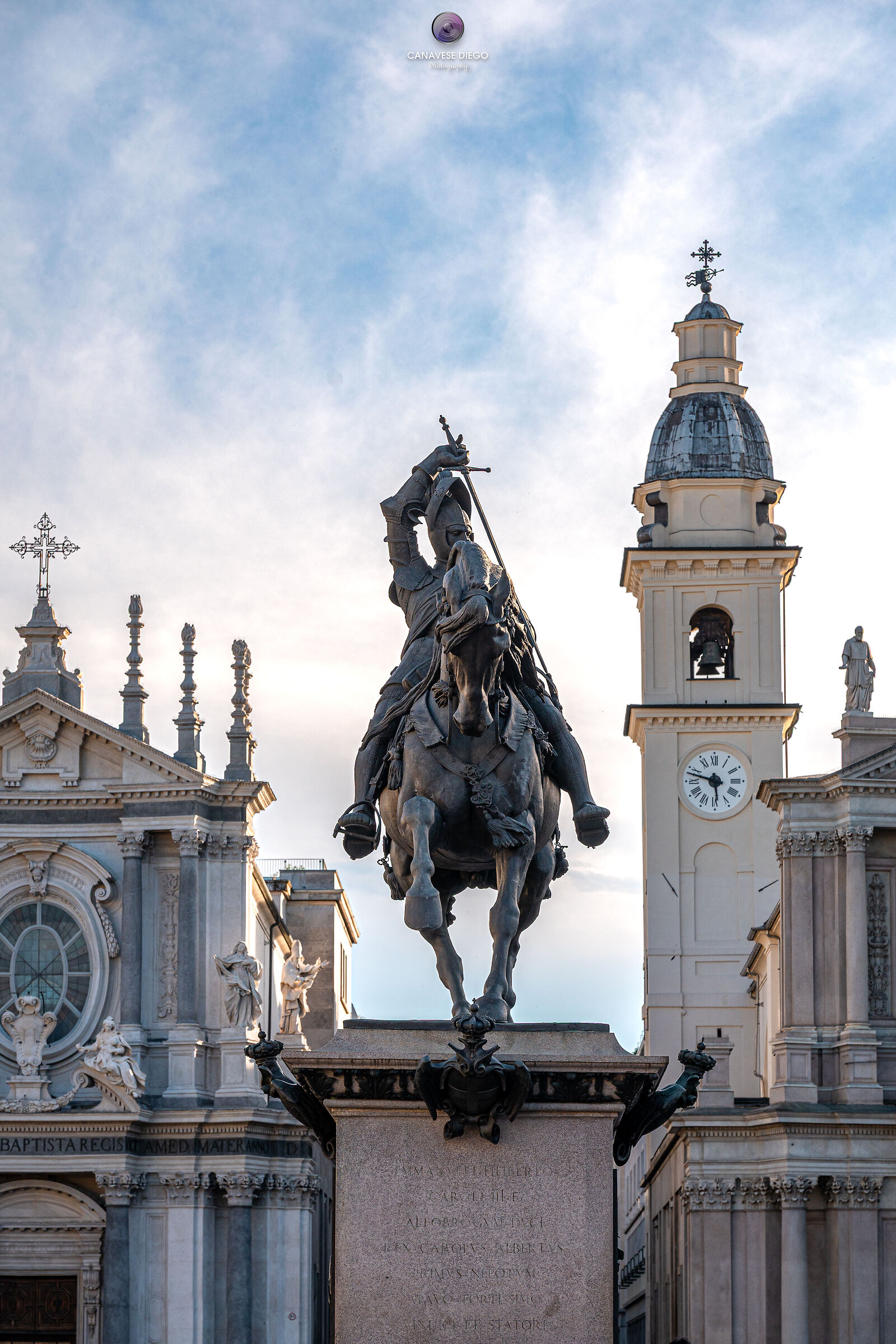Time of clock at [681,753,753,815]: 5:47
